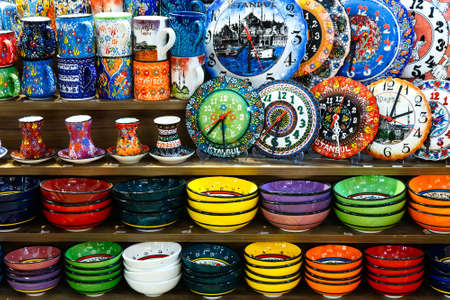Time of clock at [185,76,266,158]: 7:30
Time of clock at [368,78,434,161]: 2:03
